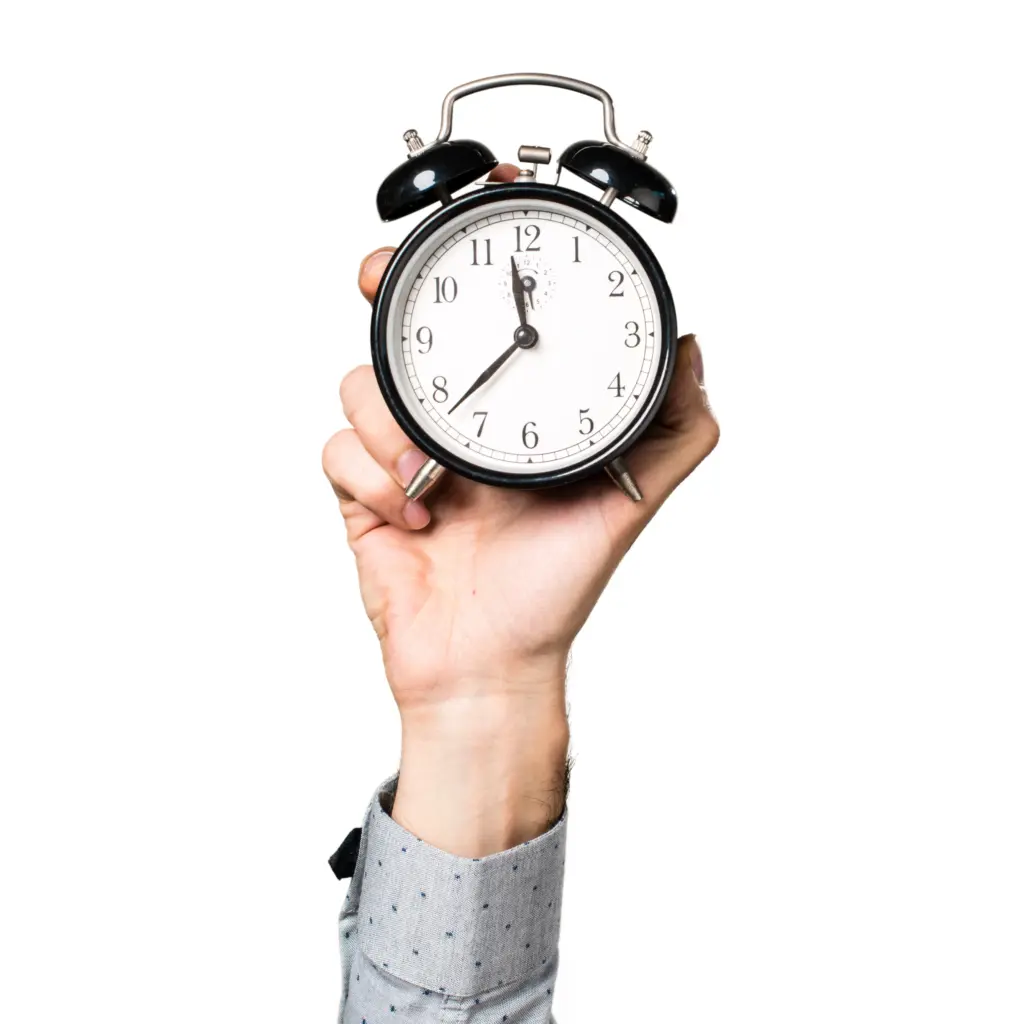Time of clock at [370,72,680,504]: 11:37
